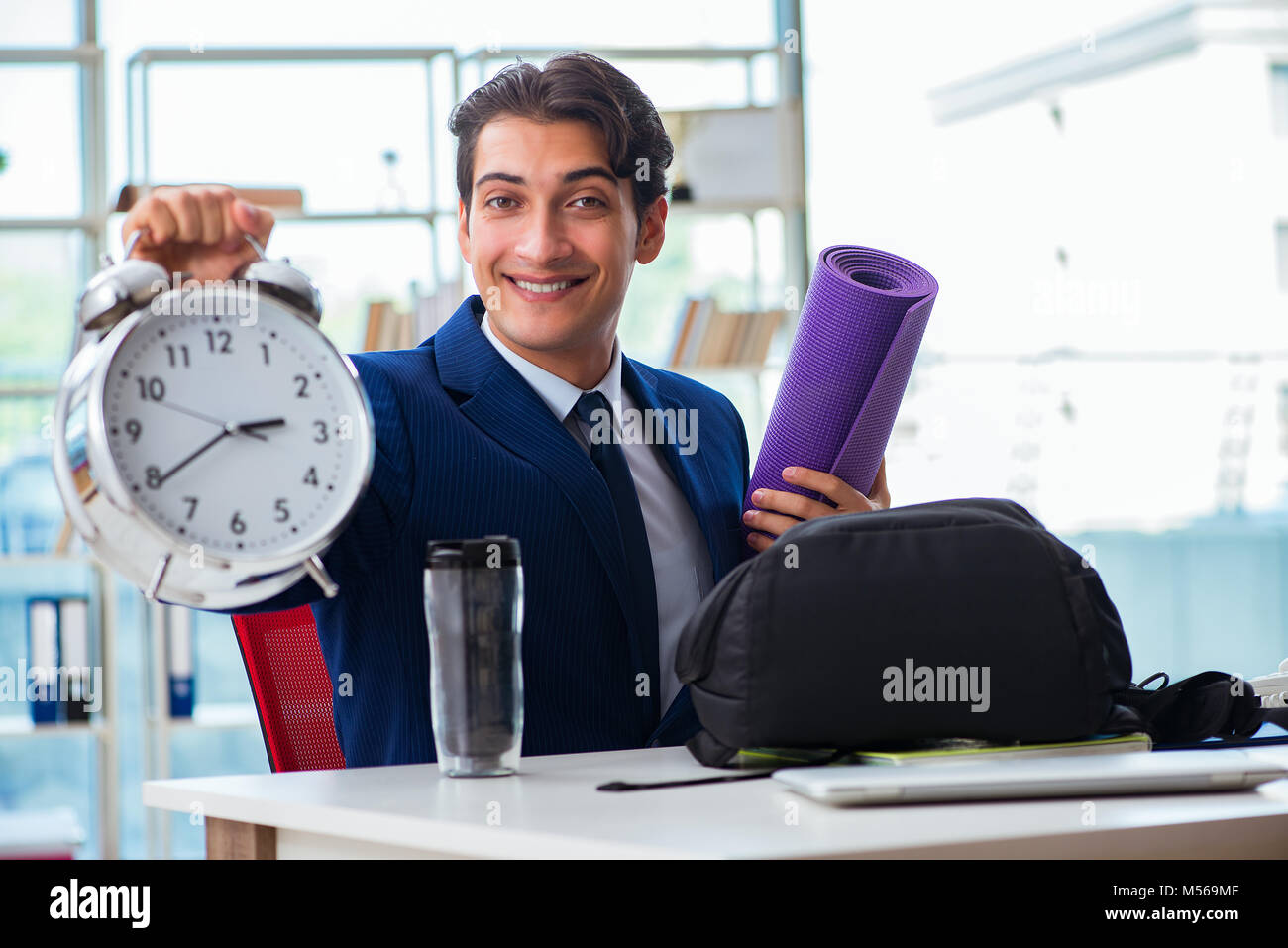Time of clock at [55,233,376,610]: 2:39
